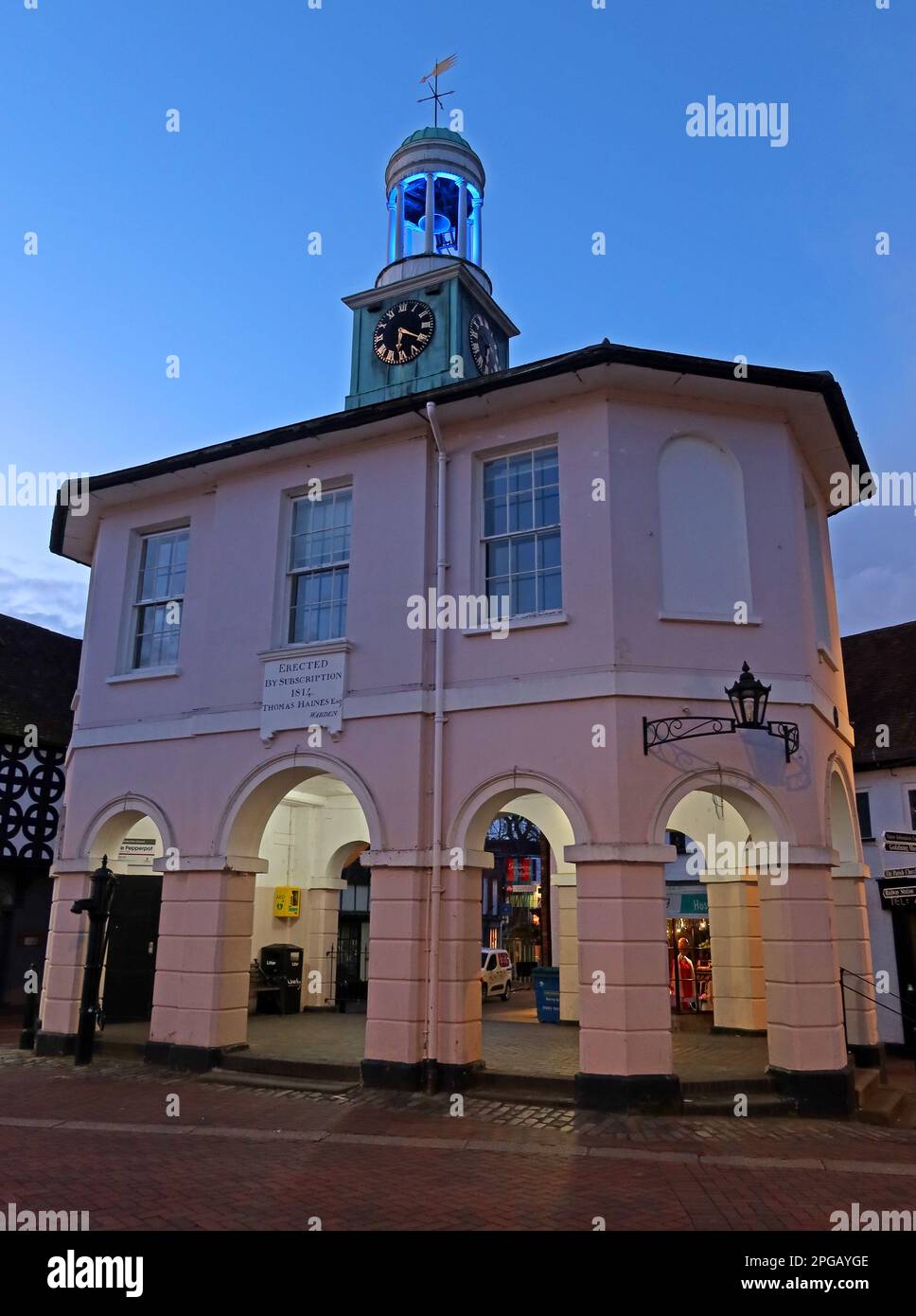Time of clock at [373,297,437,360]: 6:20
